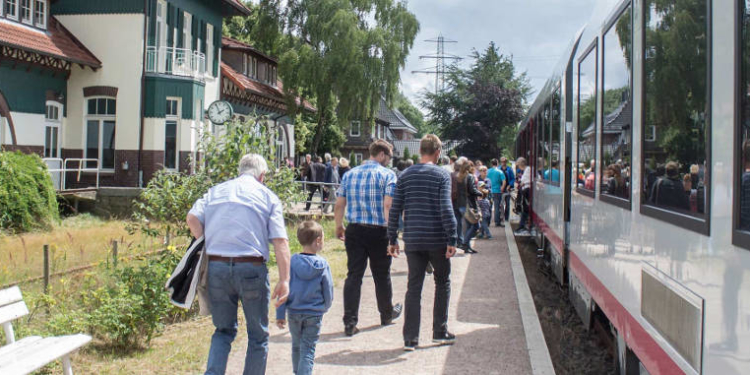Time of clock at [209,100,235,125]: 1:56
